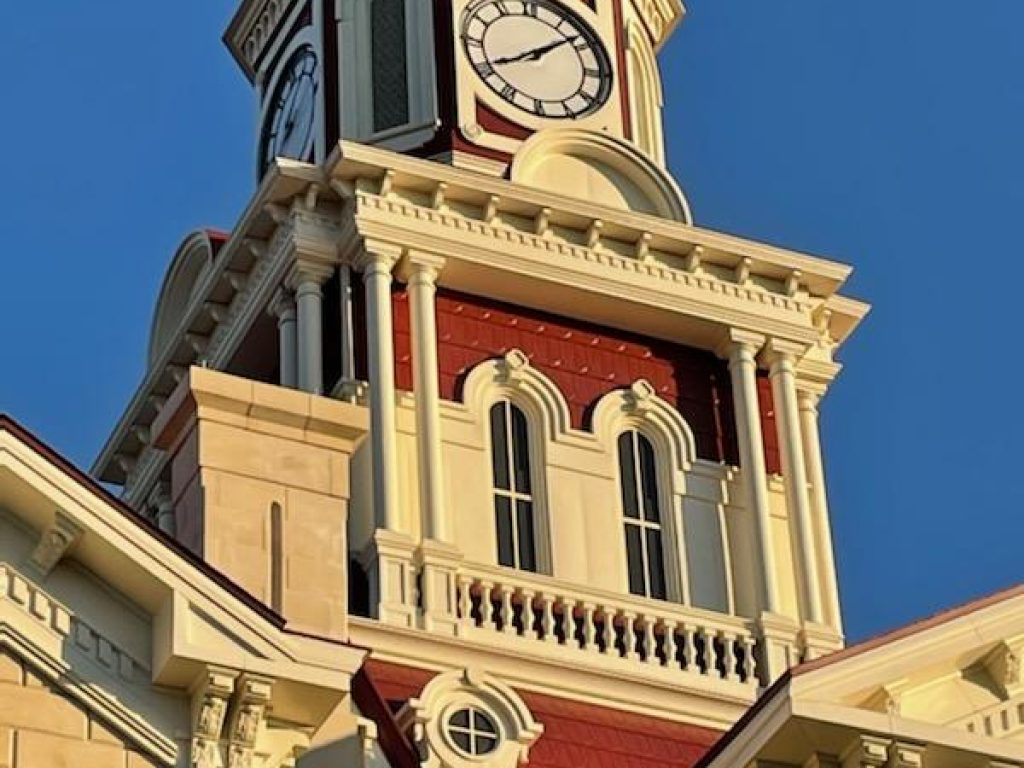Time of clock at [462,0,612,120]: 8:08
